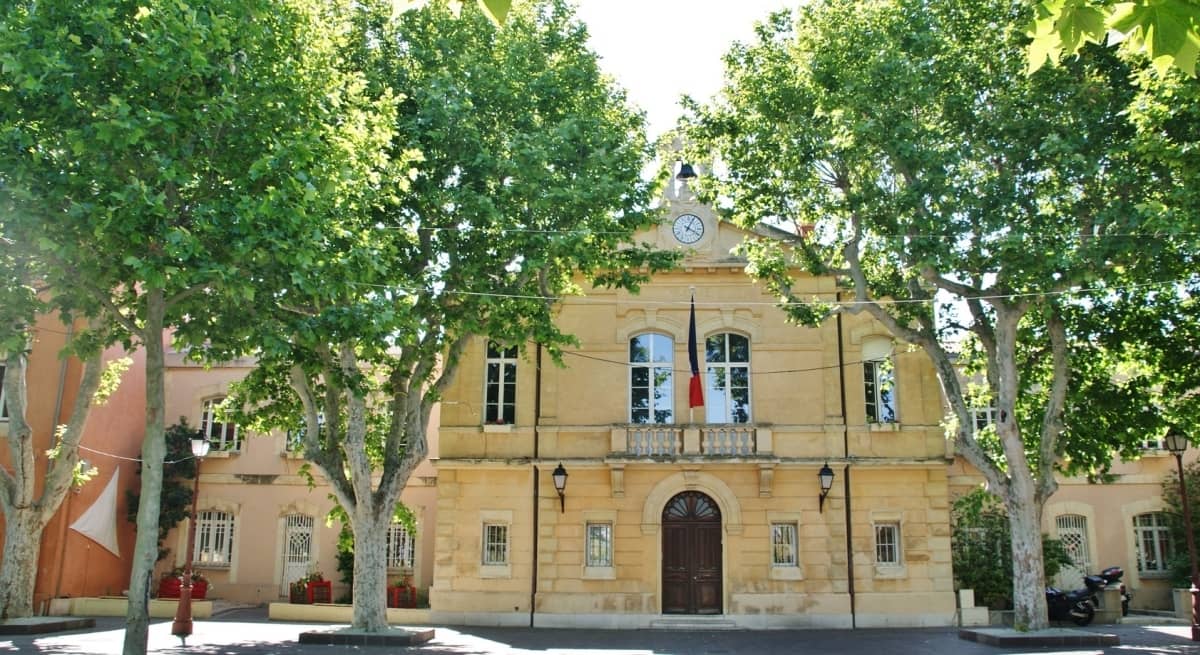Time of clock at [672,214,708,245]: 4:04
